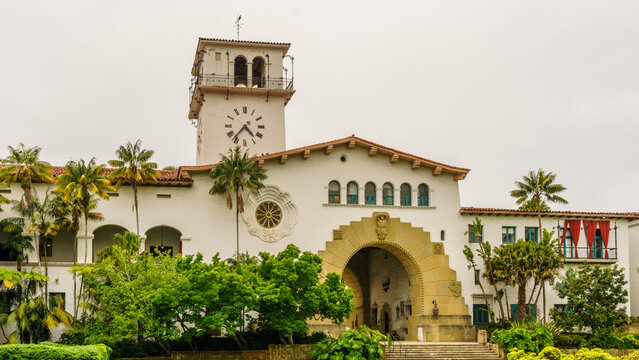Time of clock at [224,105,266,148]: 4:36
